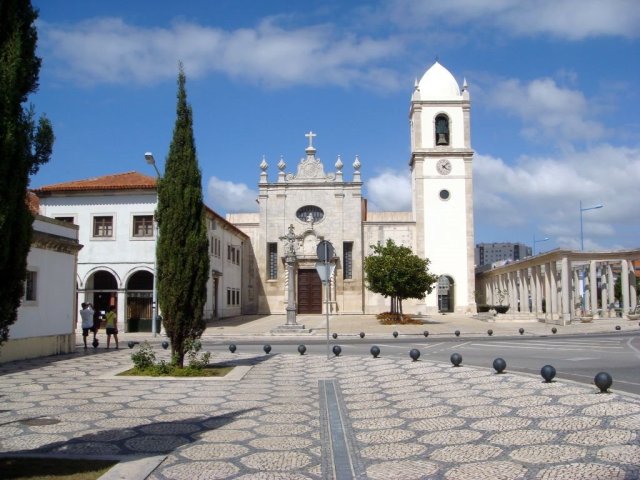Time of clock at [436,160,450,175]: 4:07
